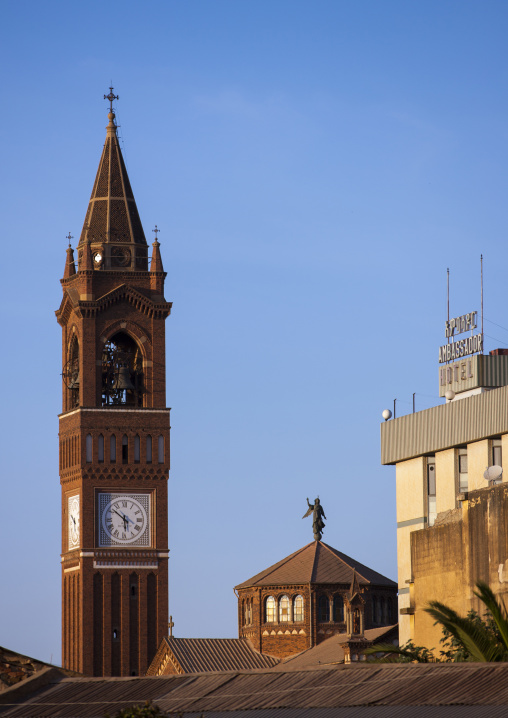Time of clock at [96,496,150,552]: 5:51
